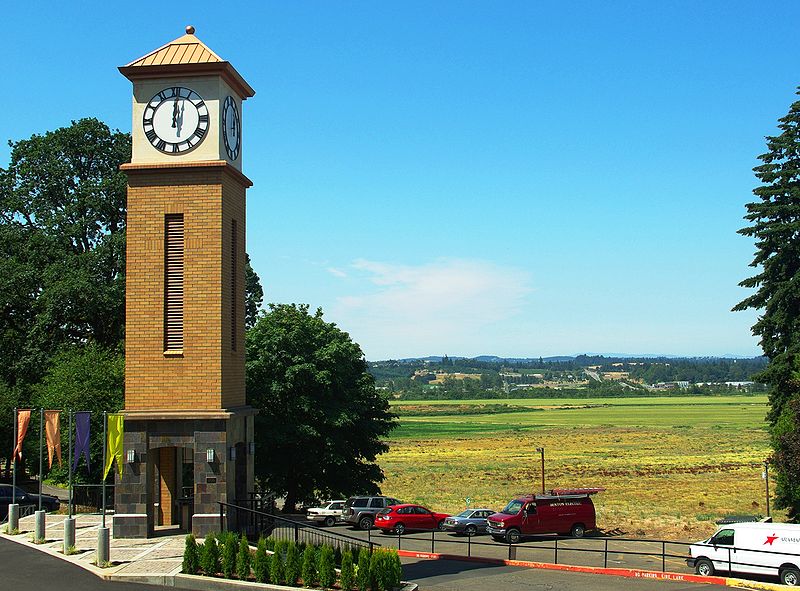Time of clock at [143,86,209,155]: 12:00
